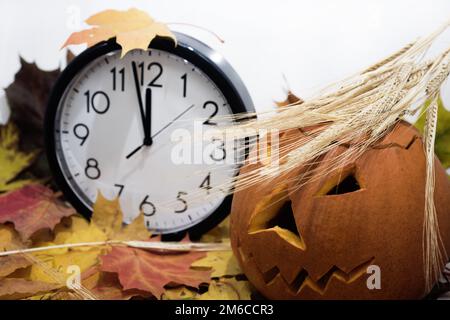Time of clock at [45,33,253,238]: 11:57
